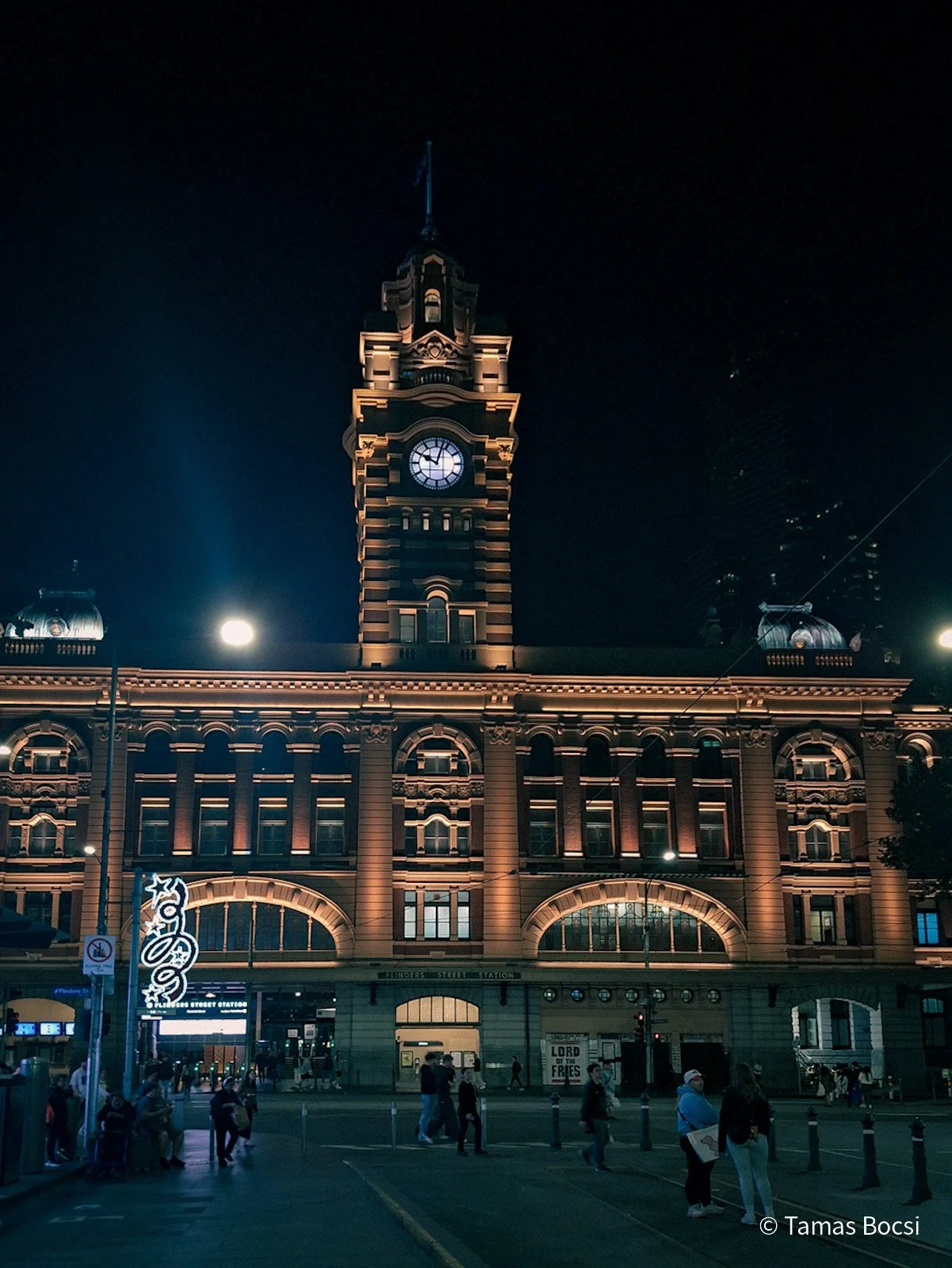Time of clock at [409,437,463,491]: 10:02
